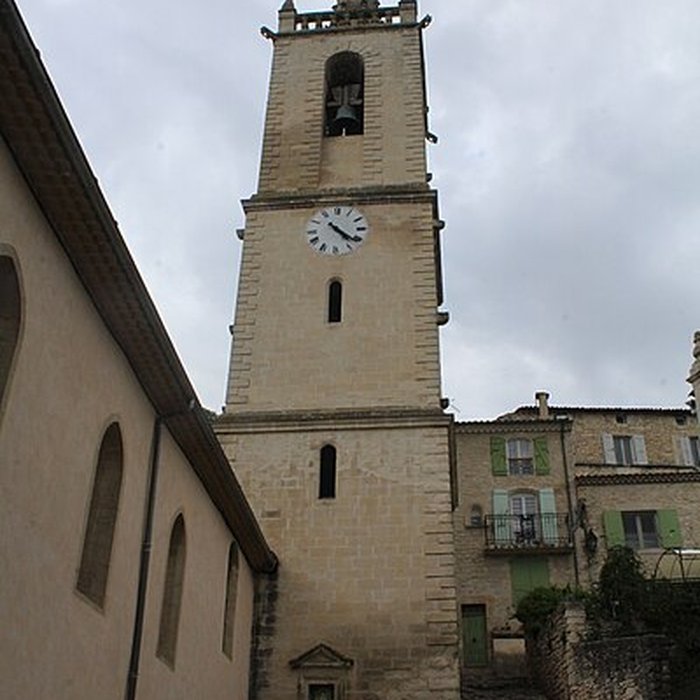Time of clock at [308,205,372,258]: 4:20
